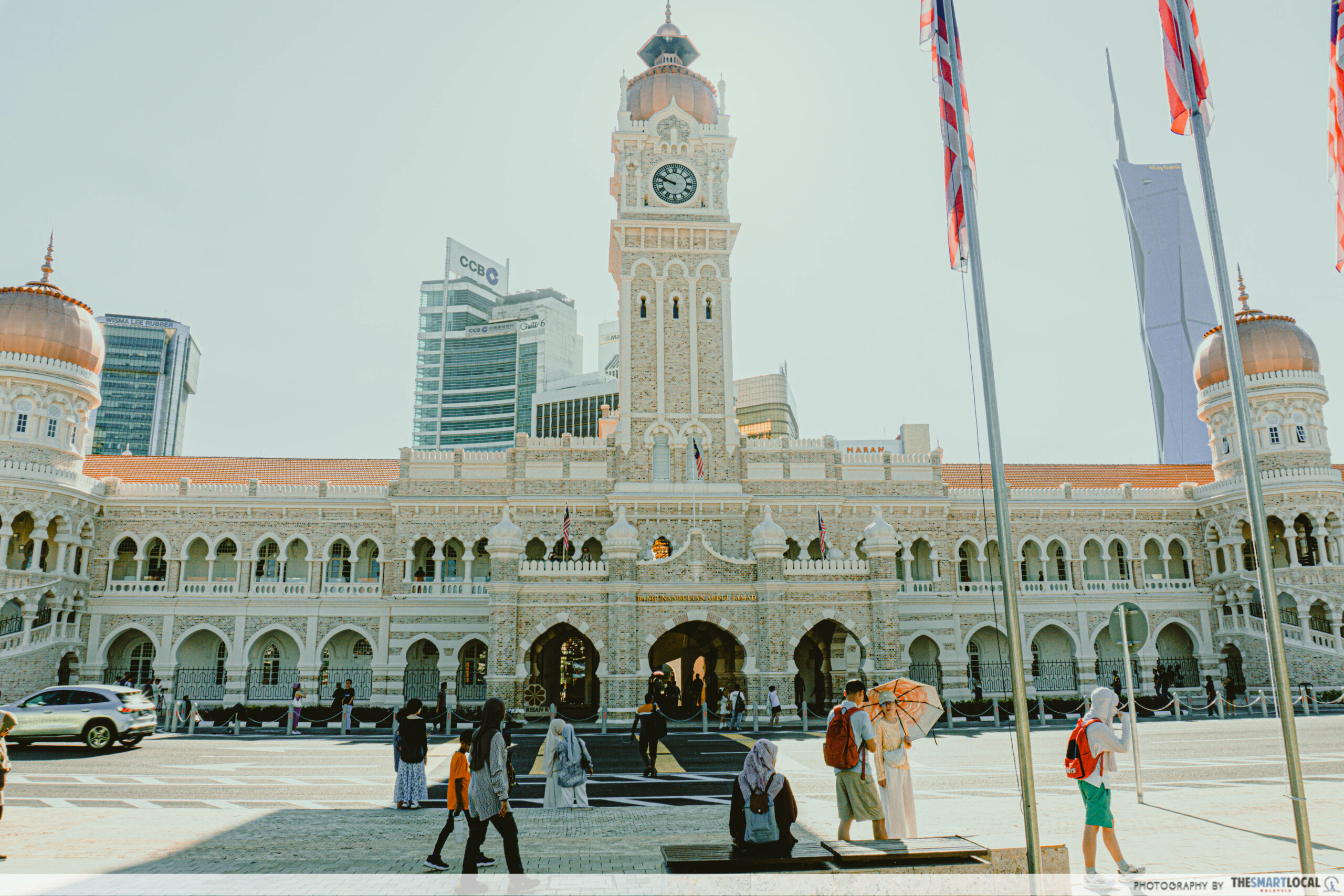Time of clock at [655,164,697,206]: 9:48
